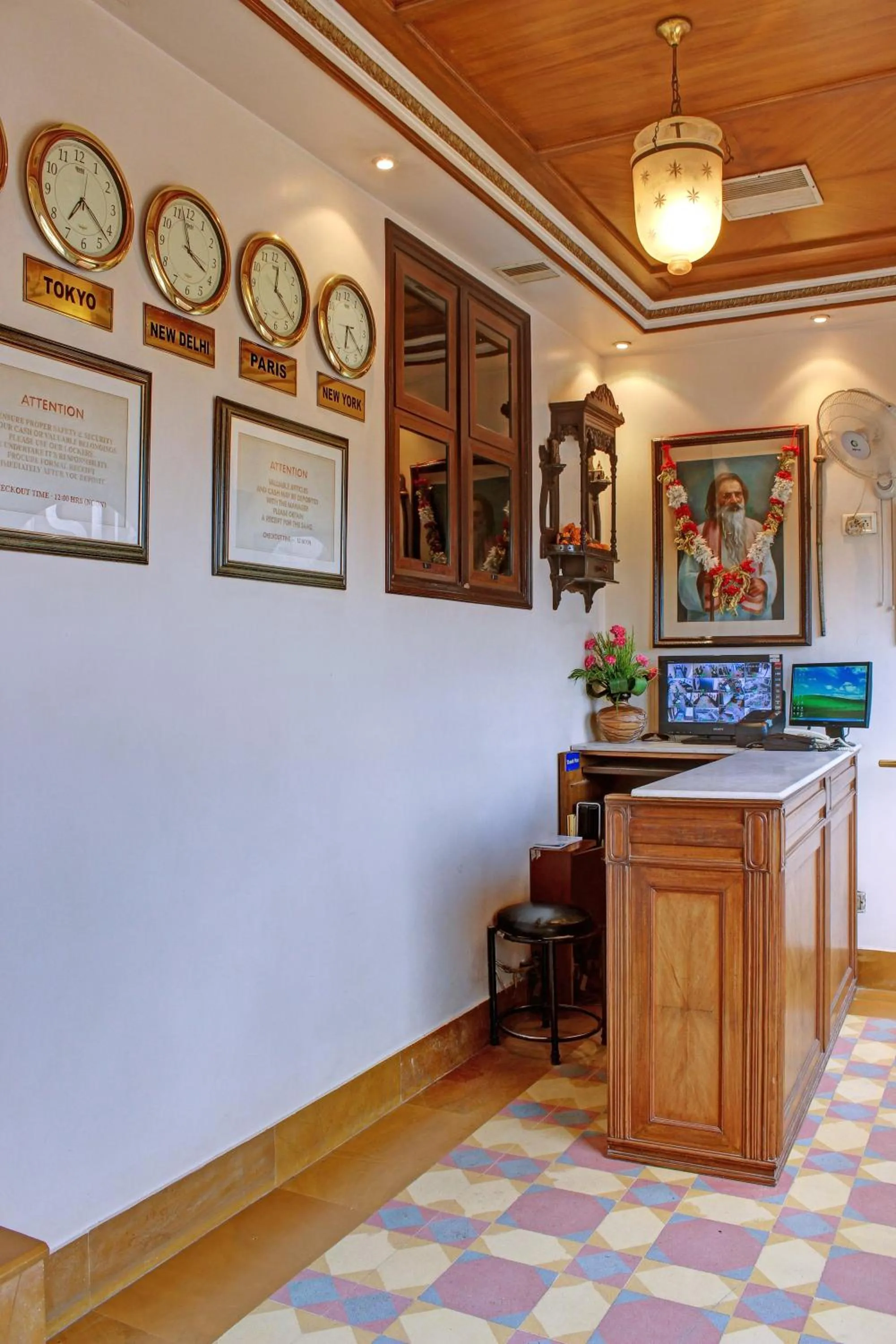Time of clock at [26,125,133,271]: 7:22
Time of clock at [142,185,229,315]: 3:57
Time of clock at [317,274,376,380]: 6:21
